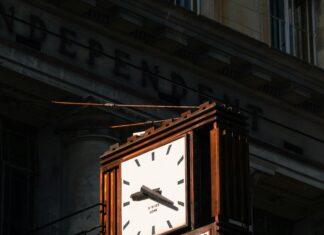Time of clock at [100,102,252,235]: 9:20
